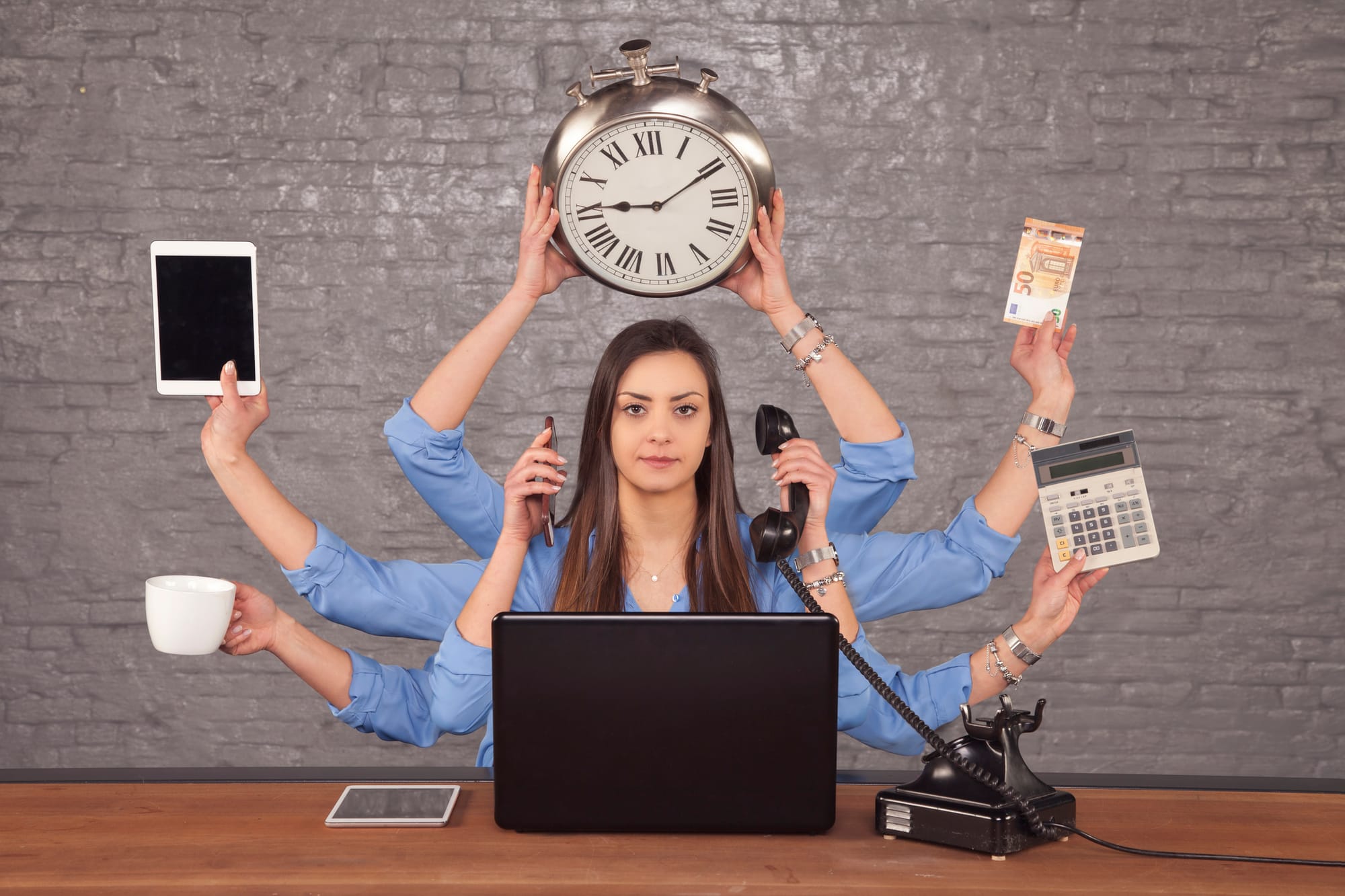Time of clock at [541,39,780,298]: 9:10
